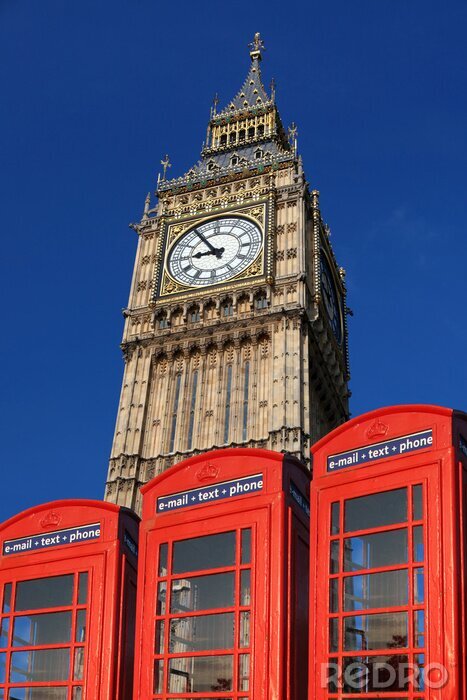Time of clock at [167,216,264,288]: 8:54
